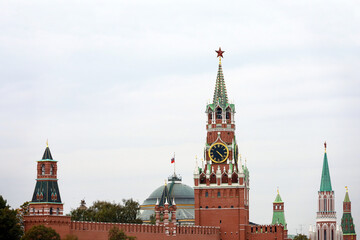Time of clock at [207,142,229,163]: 4:22
